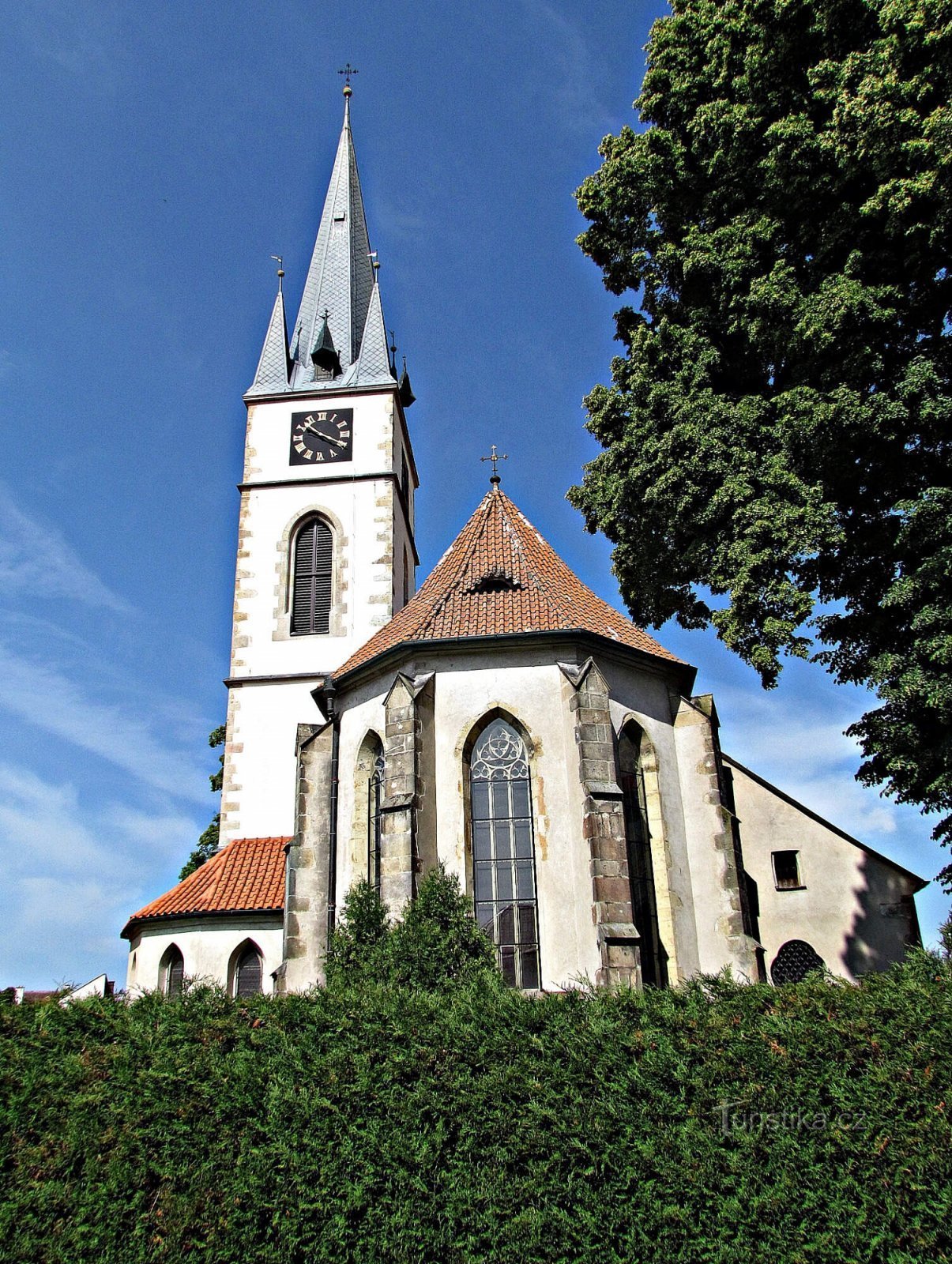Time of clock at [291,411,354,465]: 10:19
